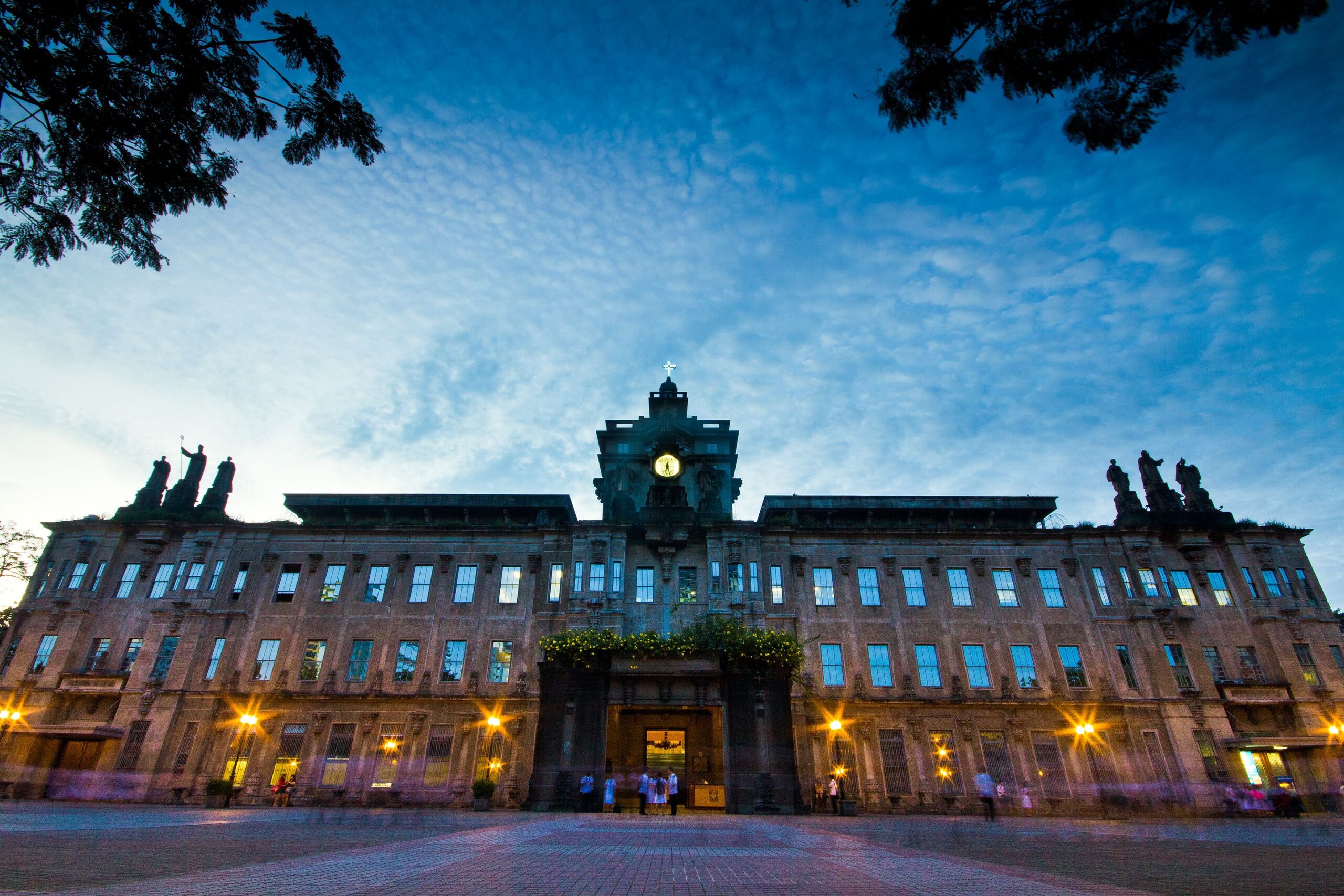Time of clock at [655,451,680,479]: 6:27
